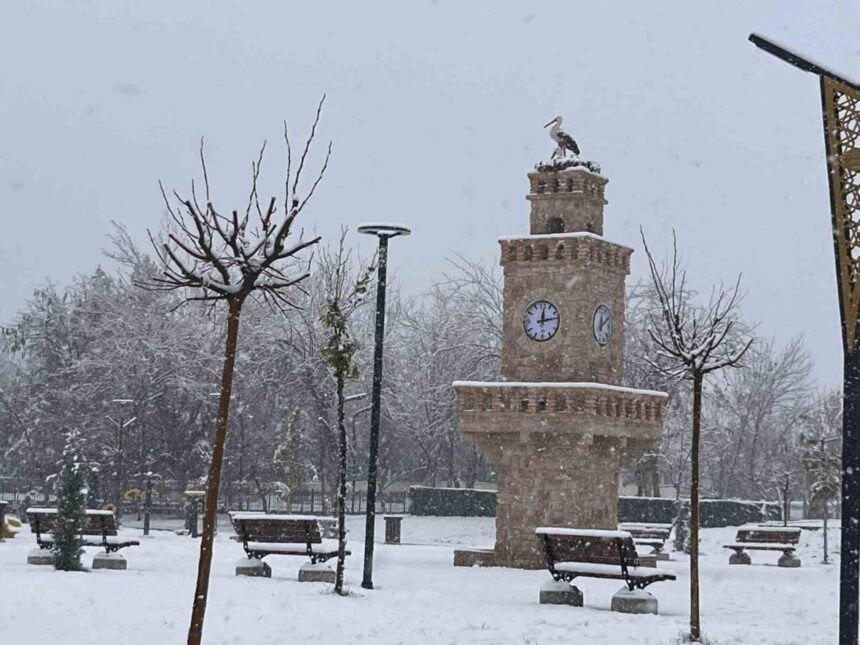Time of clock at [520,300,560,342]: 12:13
